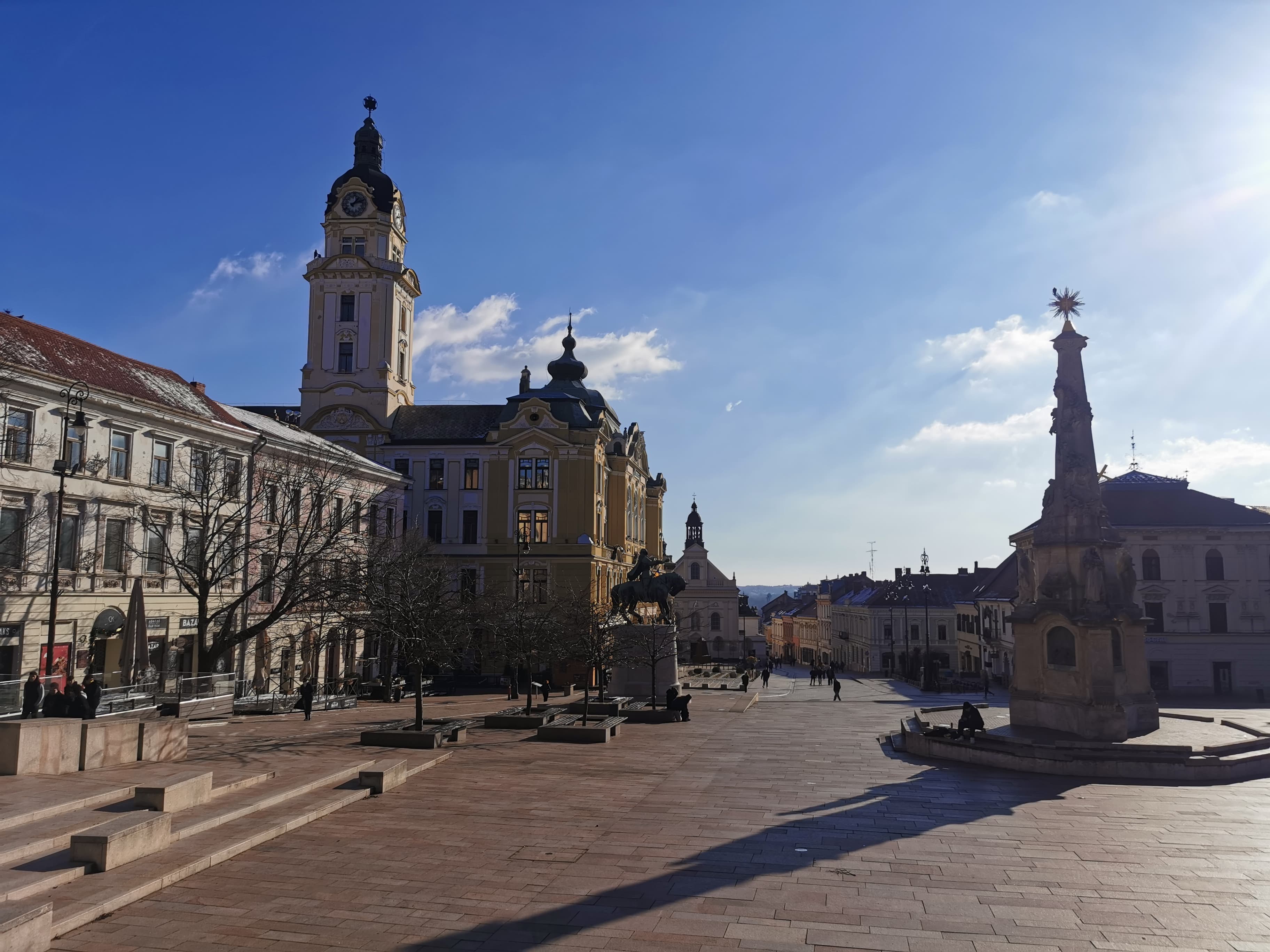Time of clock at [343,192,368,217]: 1:11
